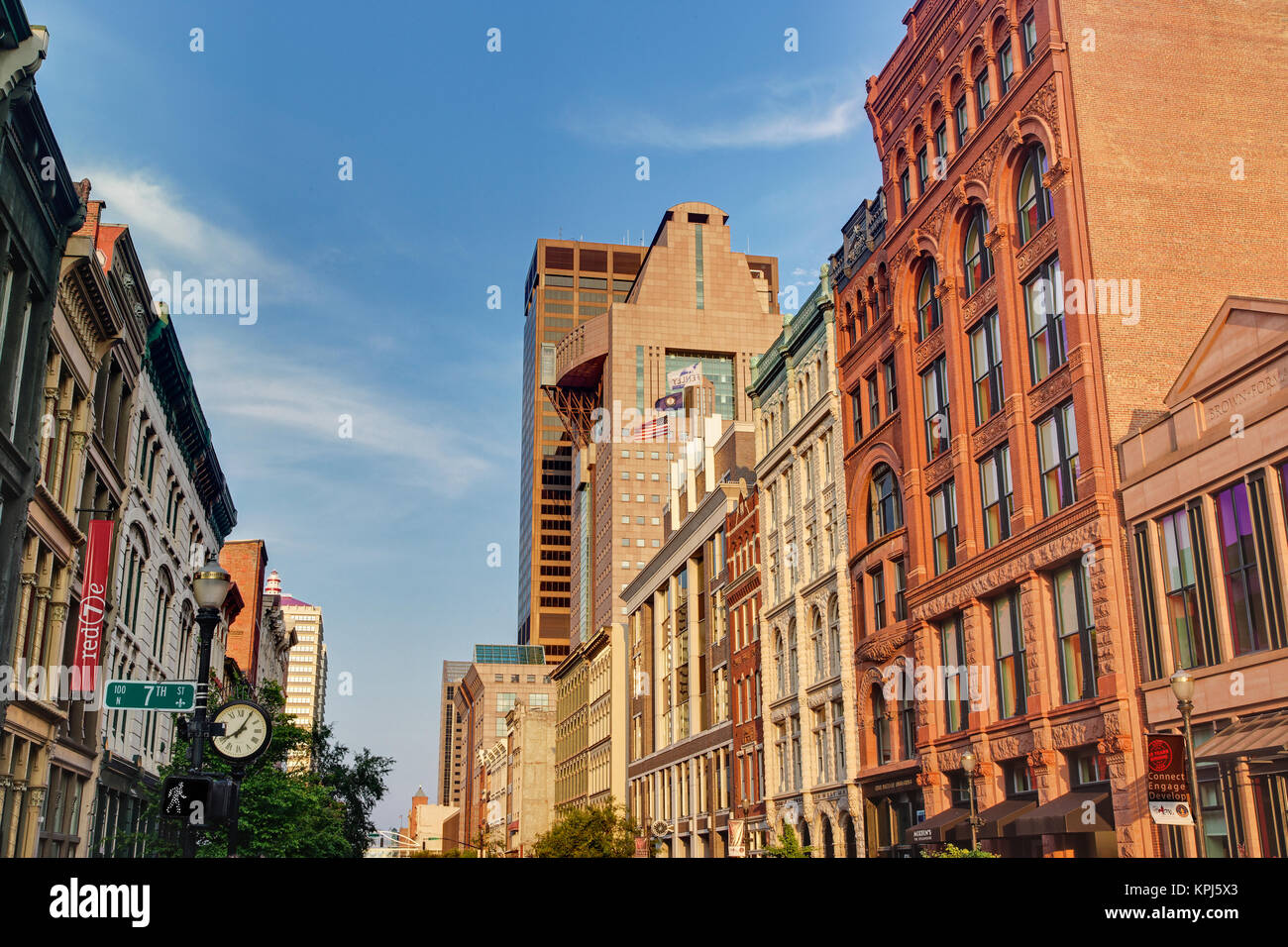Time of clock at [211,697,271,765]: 8:05
